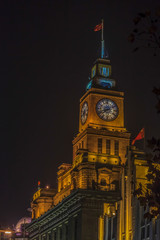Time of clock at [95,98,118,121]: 7:40
